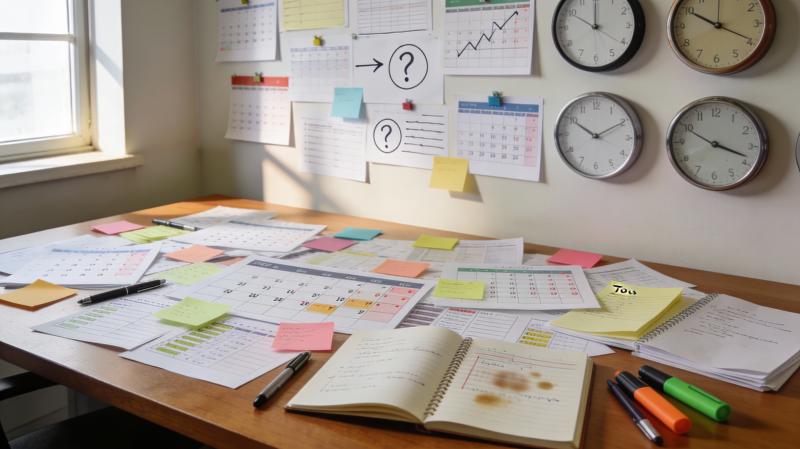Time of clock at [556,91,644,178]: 10:10
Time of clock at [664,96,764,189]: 3:49
